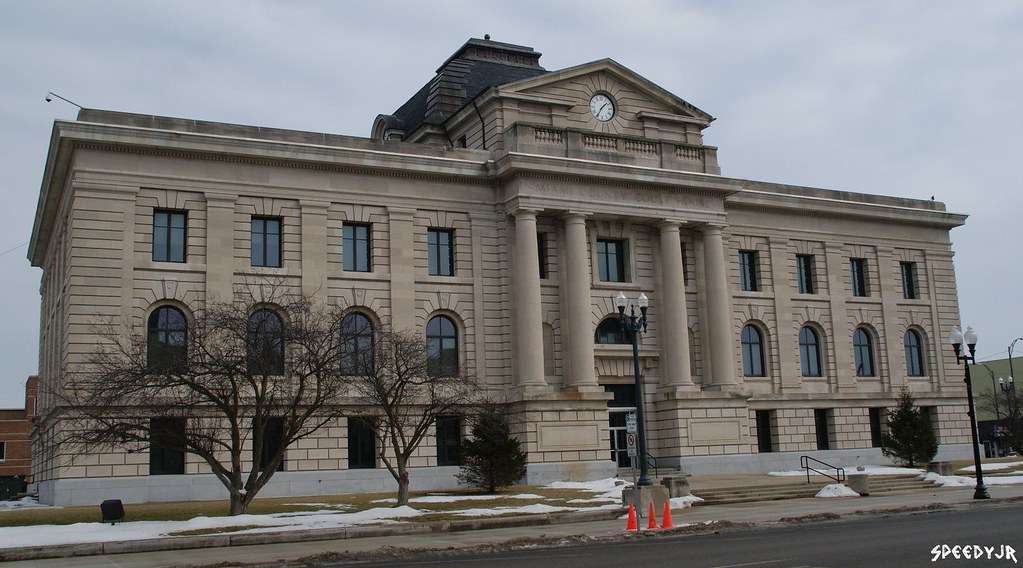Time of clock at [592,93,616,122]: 1:35
